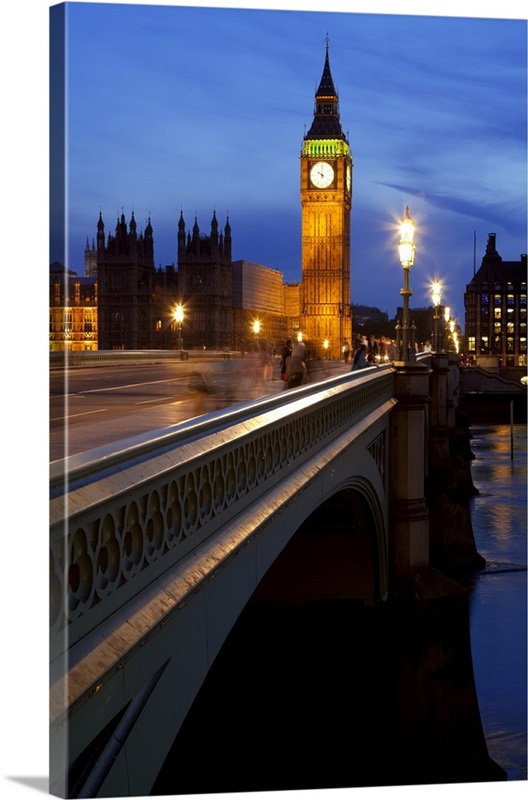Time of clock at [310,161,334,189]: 10:00
